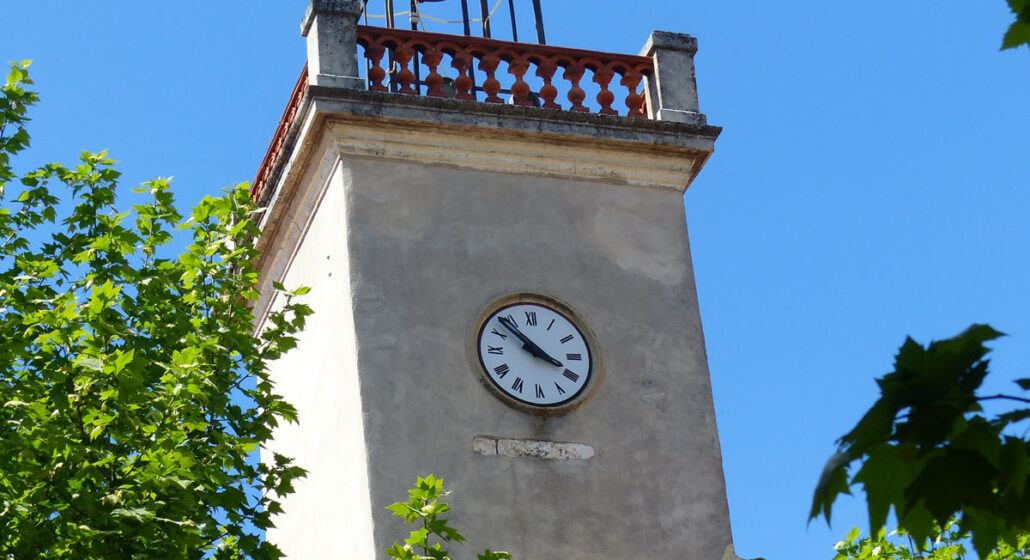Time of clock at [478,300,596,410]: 3:52
